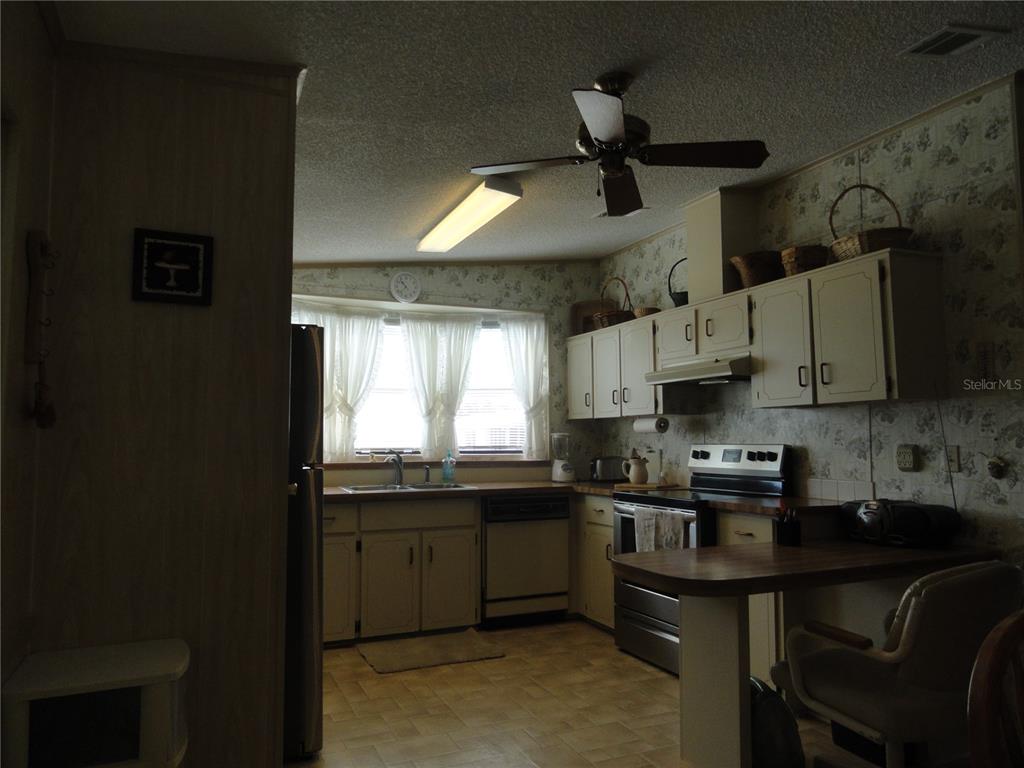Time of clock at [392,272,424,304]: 10:37
